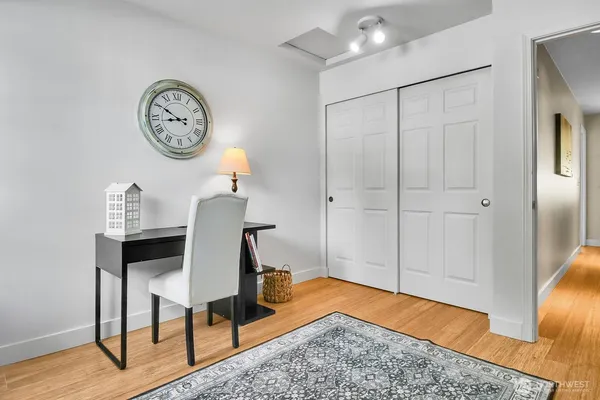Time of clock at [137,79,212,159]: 8:50
